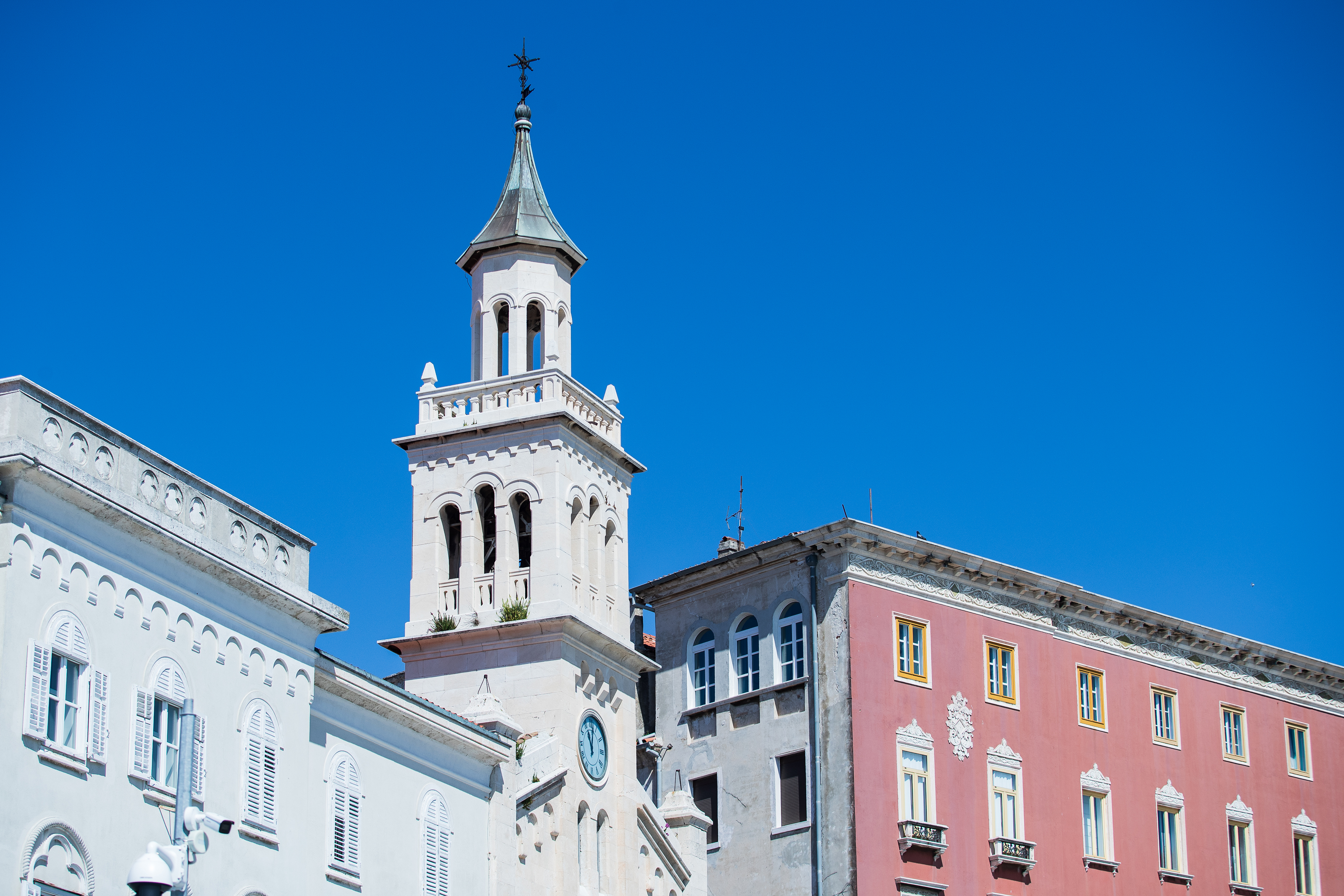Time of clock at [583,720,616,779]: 11:02
